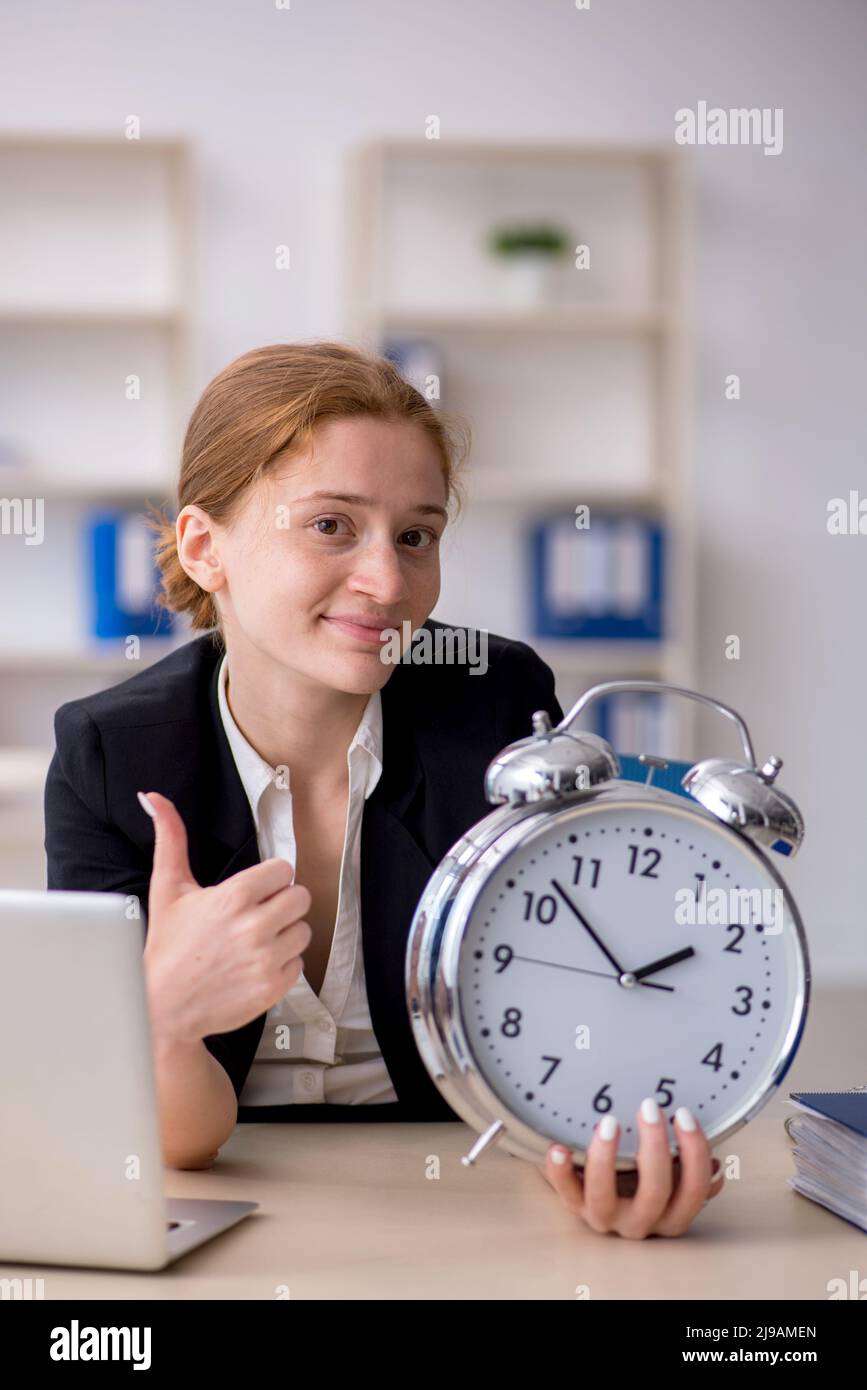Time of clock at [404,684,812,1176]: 1:52
